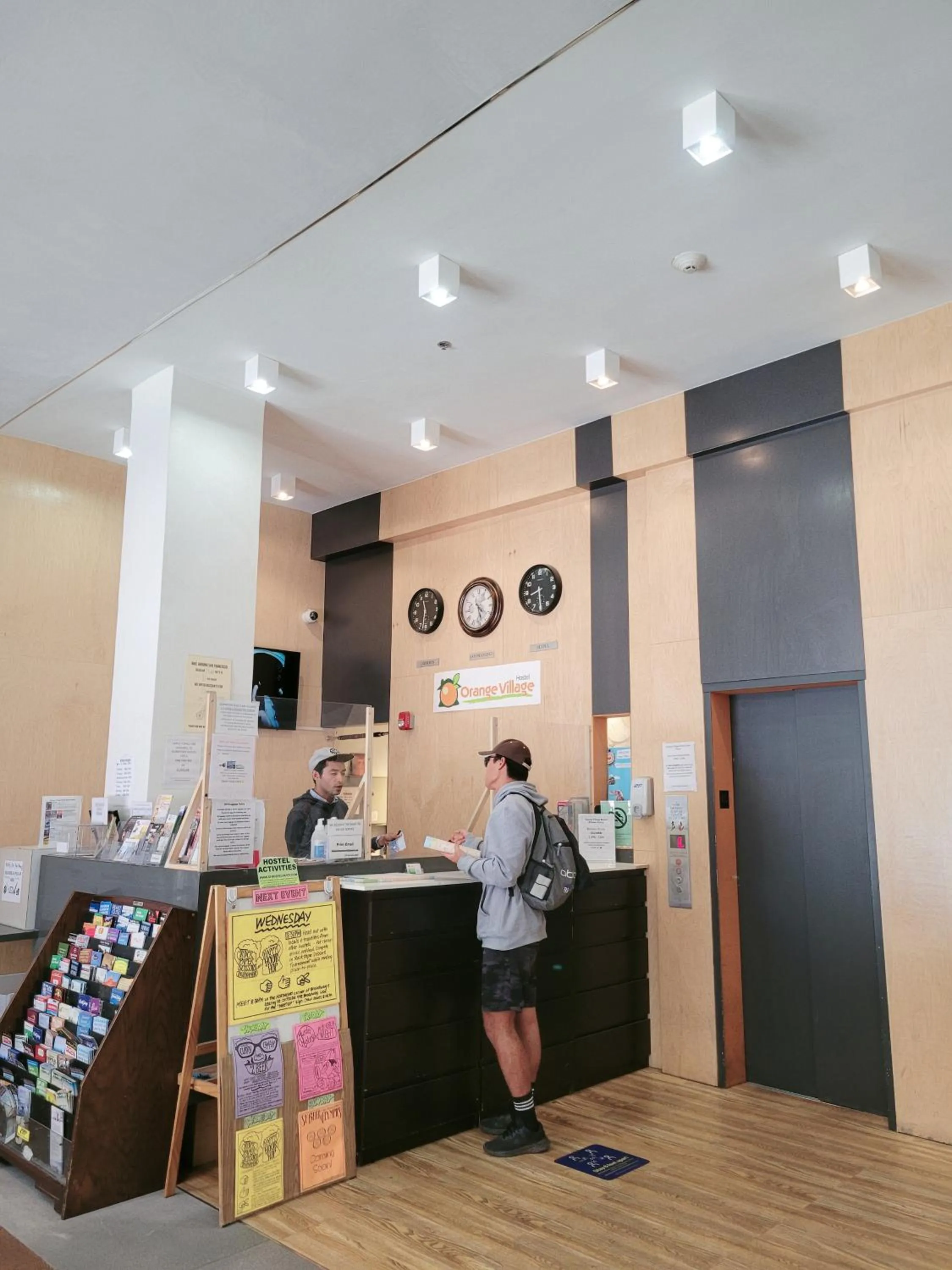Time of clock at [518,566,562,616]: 8:29
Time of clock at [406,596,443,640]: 11:31
